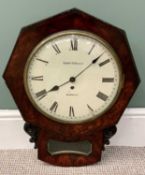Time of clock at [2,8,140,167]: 8:08
